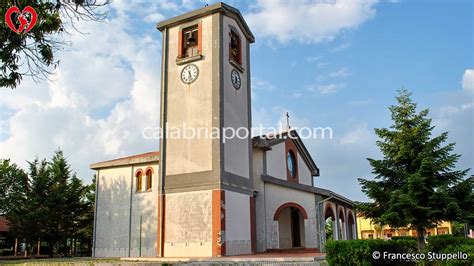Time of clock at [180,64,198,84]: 6:27
